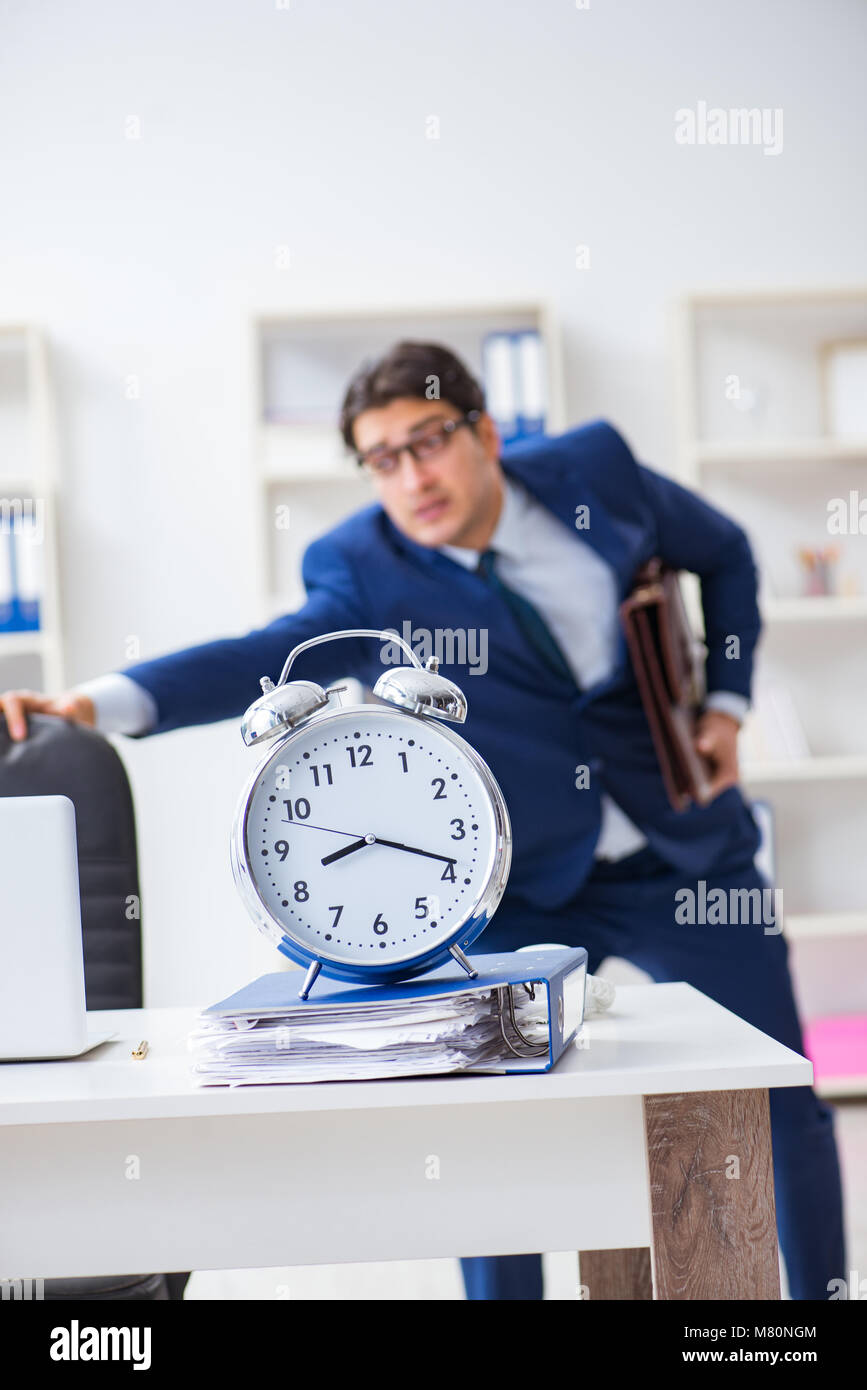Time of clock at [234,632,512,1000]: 8:18
